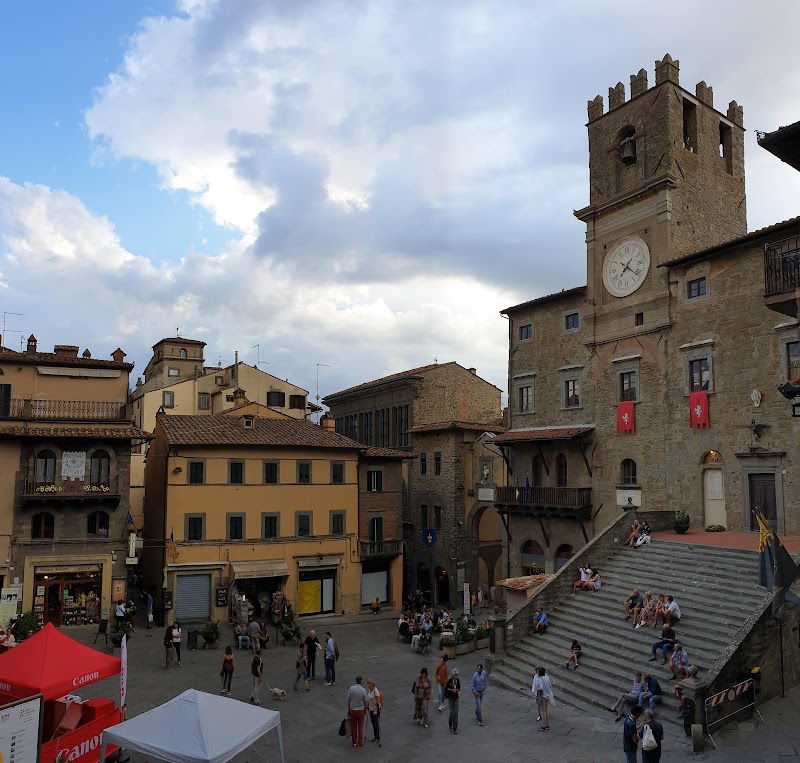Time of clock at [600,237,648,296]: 7:21
